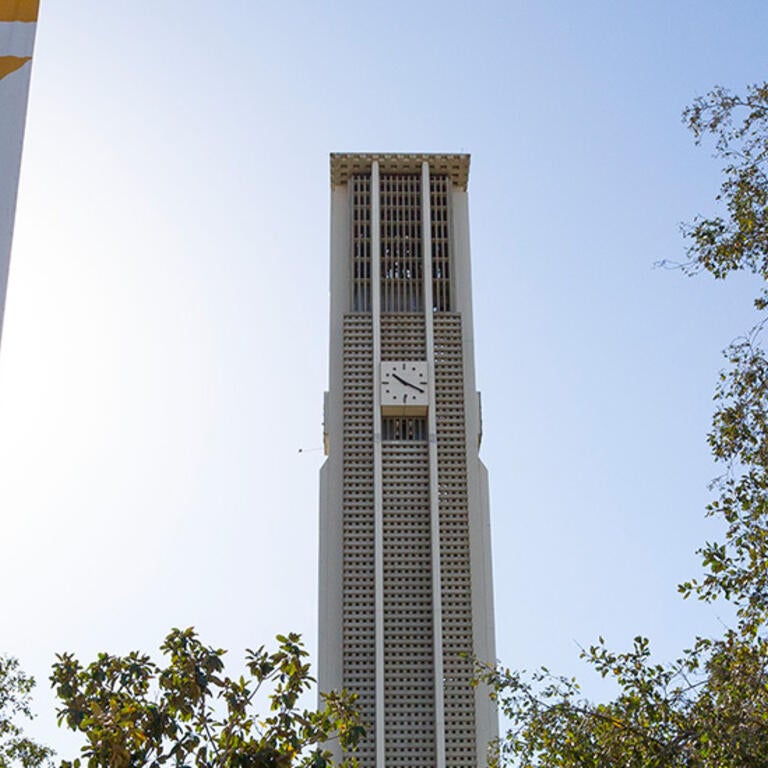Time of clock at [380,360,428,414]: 10:19
